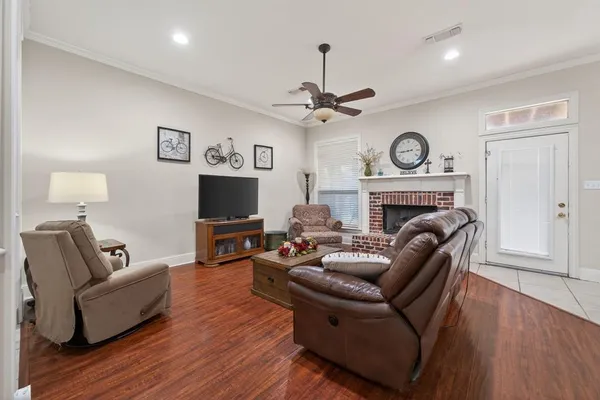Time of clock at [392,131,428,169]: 8:43
